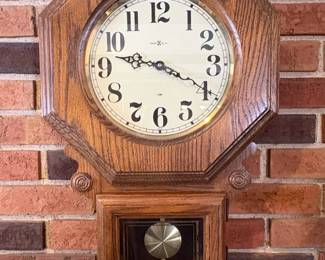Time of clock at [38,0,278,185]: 9:19
